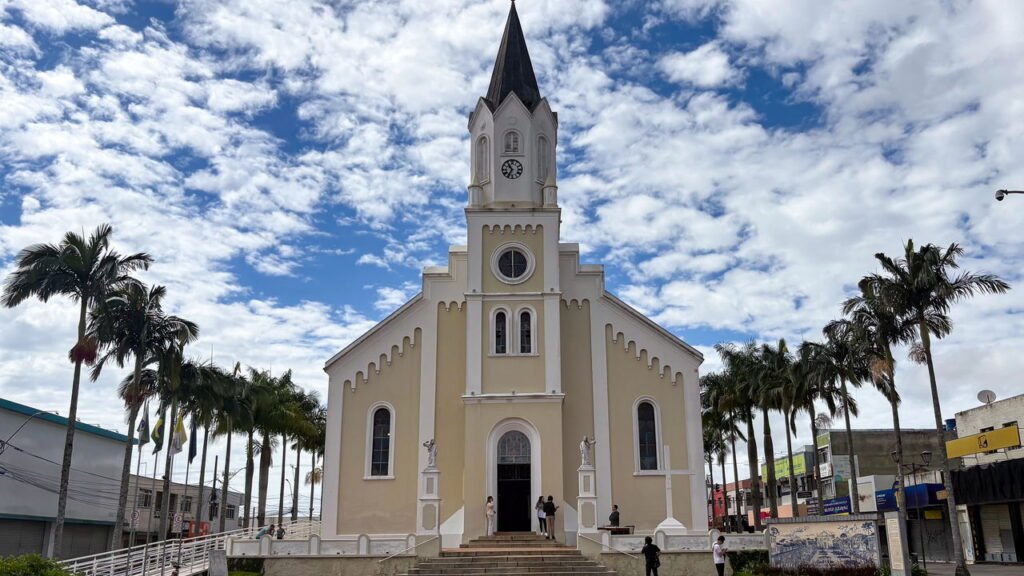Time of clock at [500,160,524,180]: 10:35
